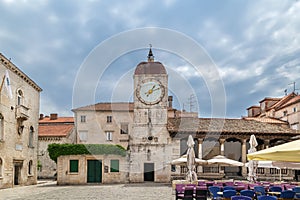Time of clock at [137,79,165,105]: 1:11
